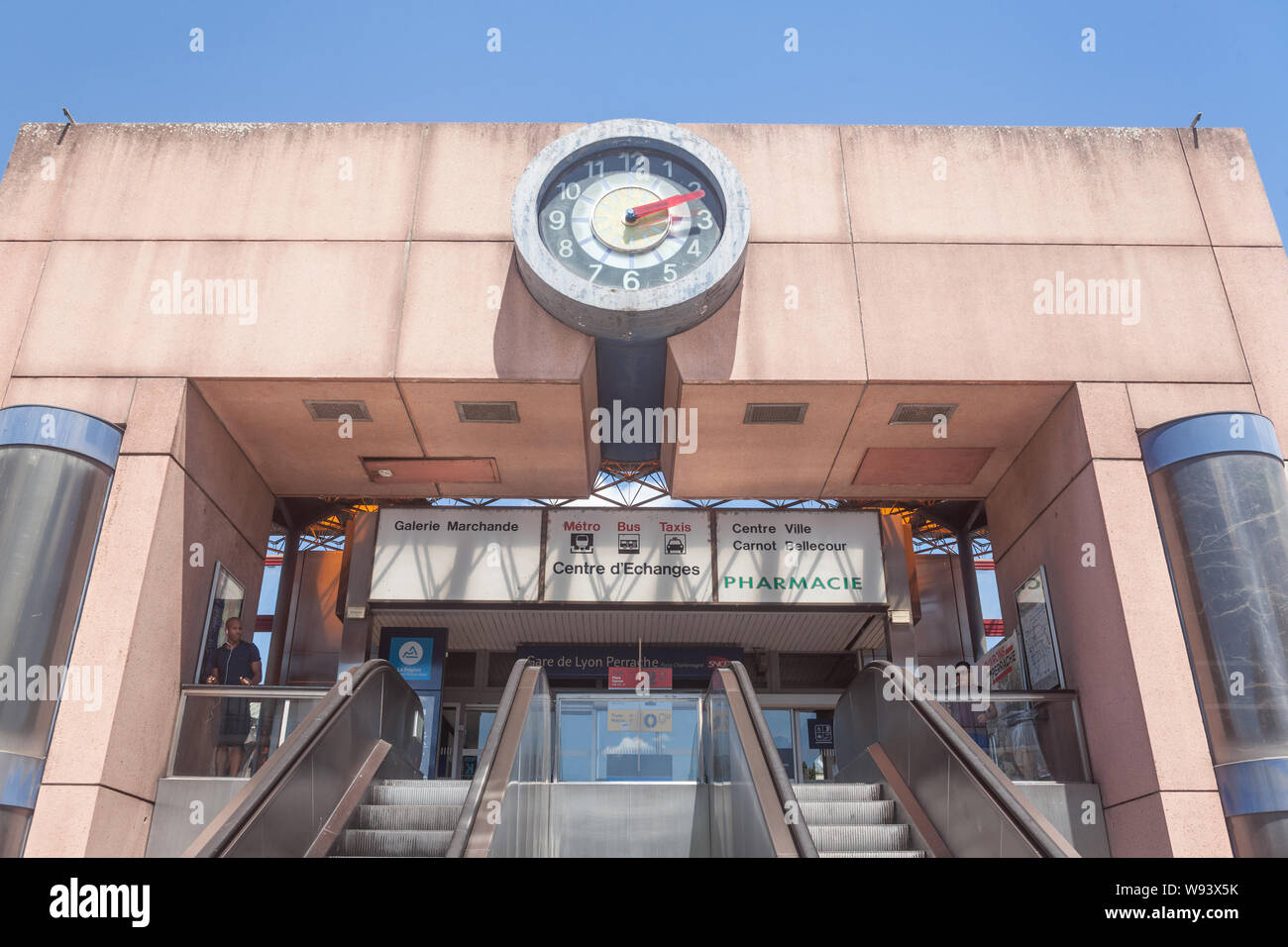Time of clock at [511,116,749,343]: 2:10
